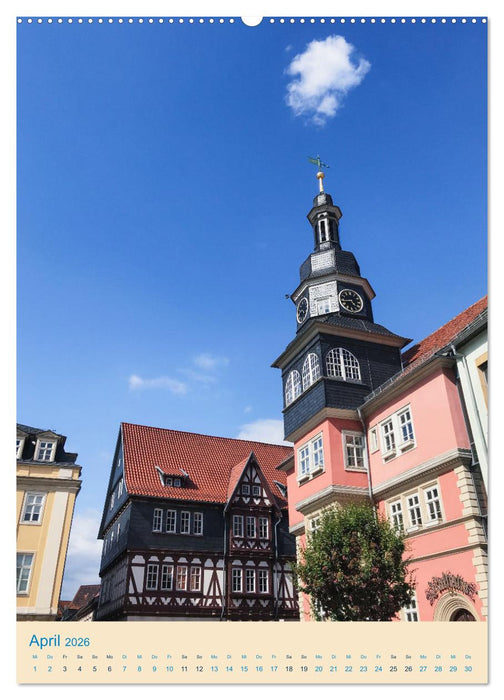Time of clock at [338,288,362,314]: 4:42
